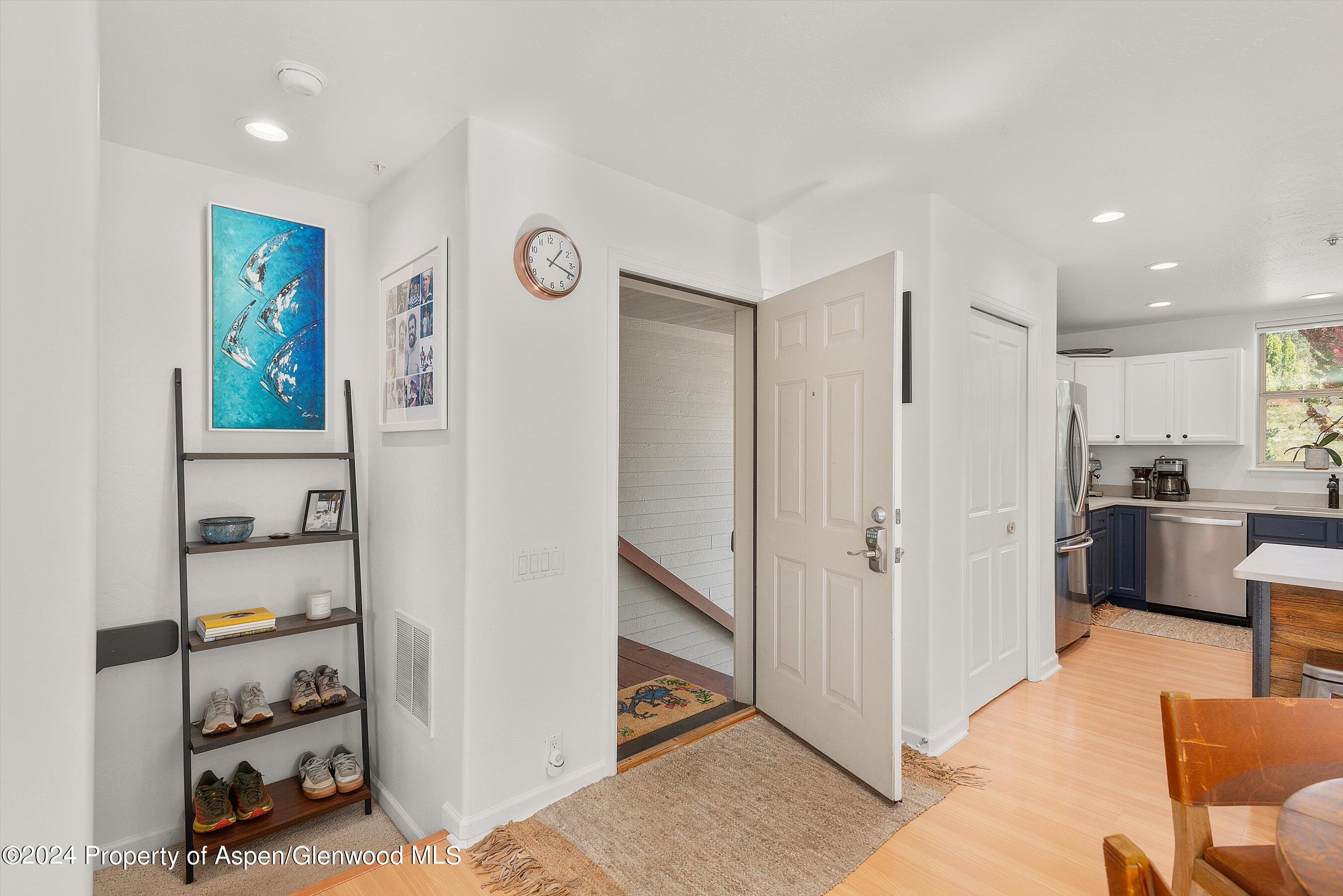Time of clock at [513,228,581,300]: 1:18
